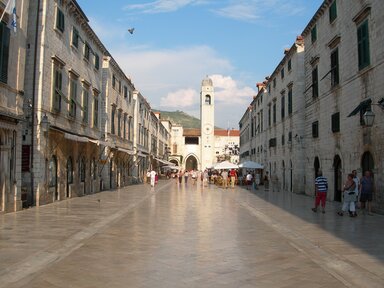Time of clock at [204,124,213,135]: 3:30
